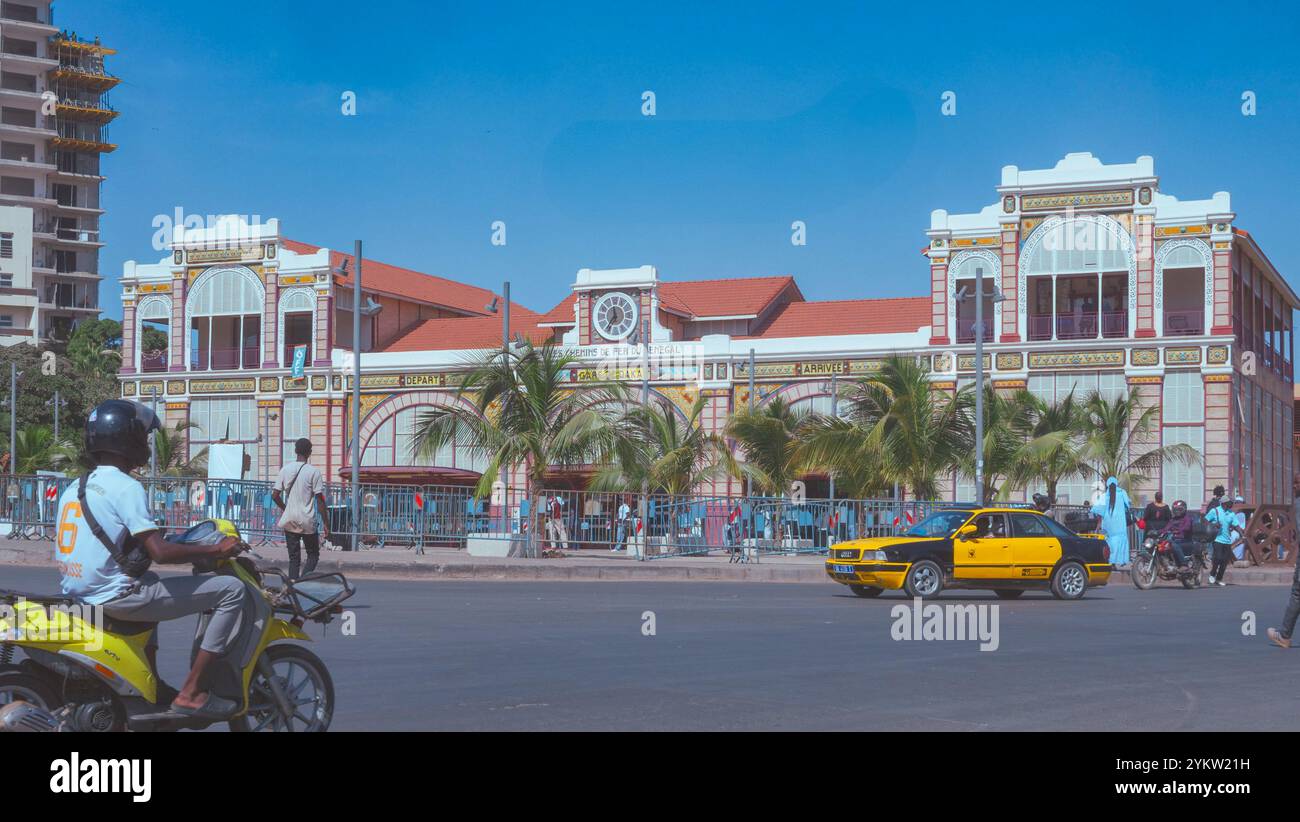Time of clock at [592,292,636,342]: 11:35
